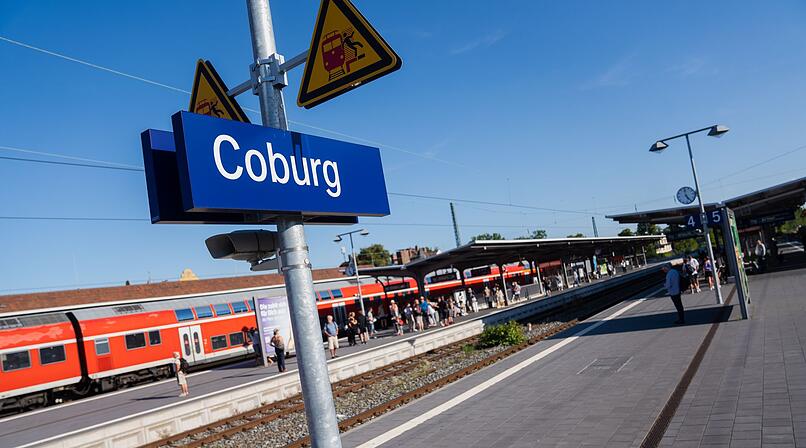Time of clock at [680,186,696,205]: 4:59
